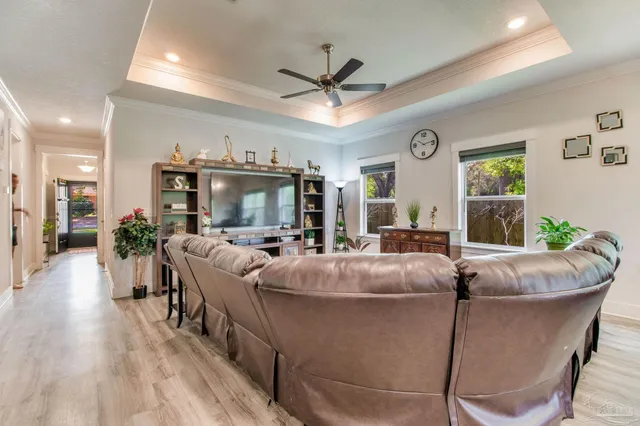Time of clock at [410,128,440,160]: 10:12
